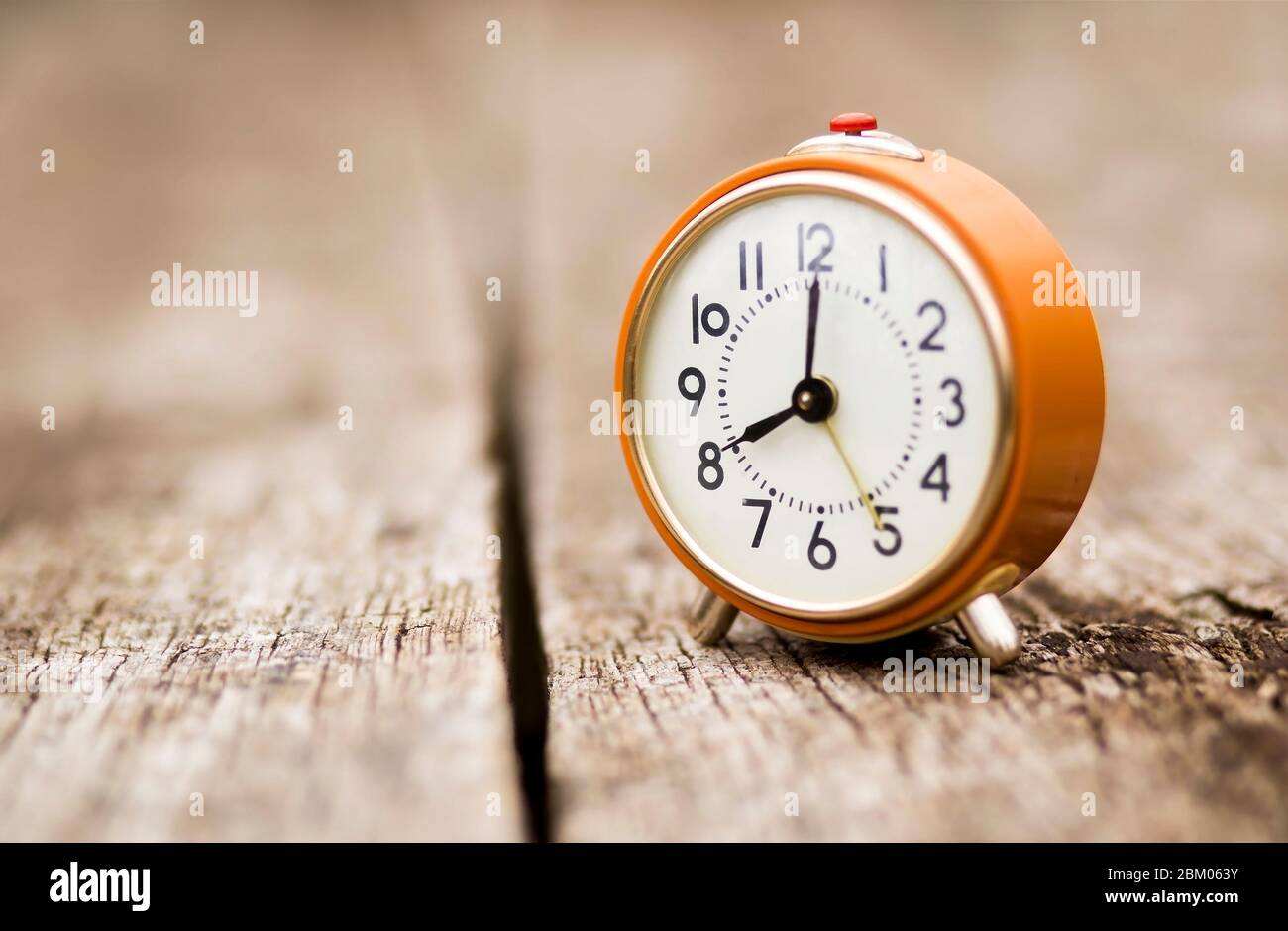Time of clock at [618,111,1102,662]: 8:00
